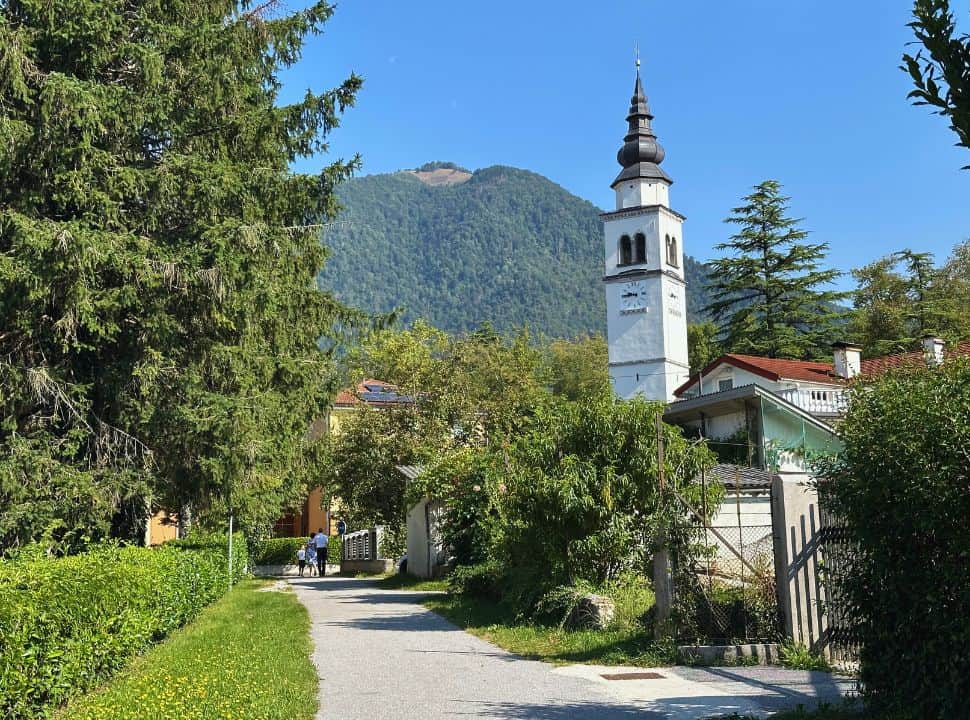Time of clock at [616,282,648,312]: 9:45
